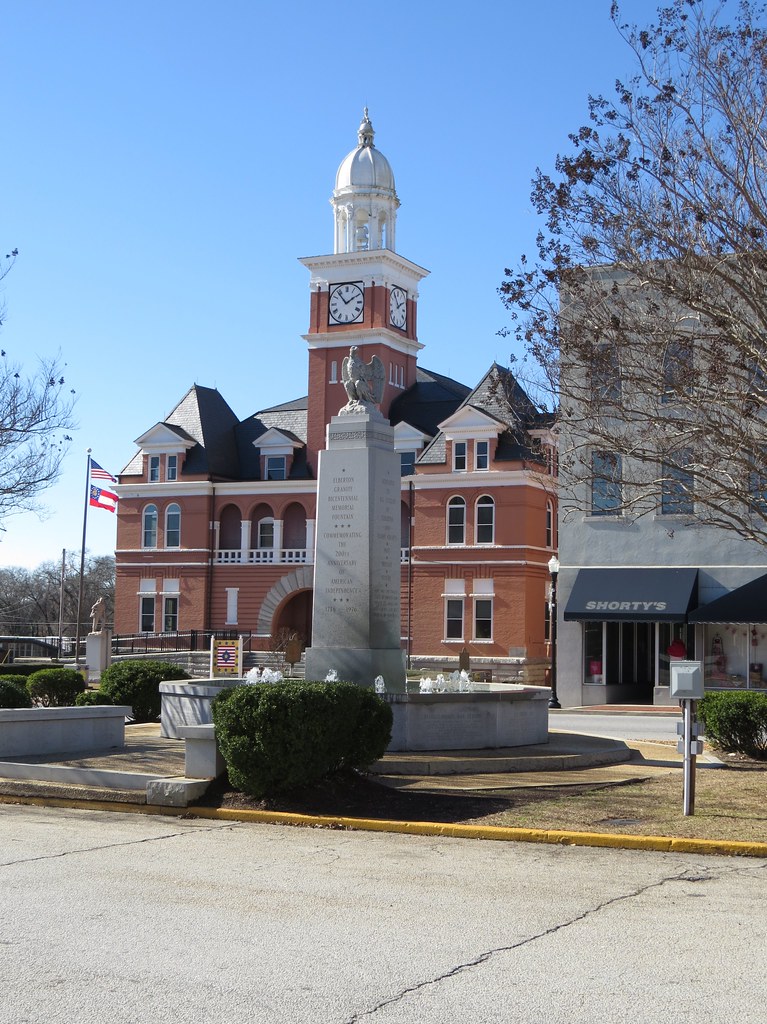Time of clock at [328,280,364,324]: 1:53
